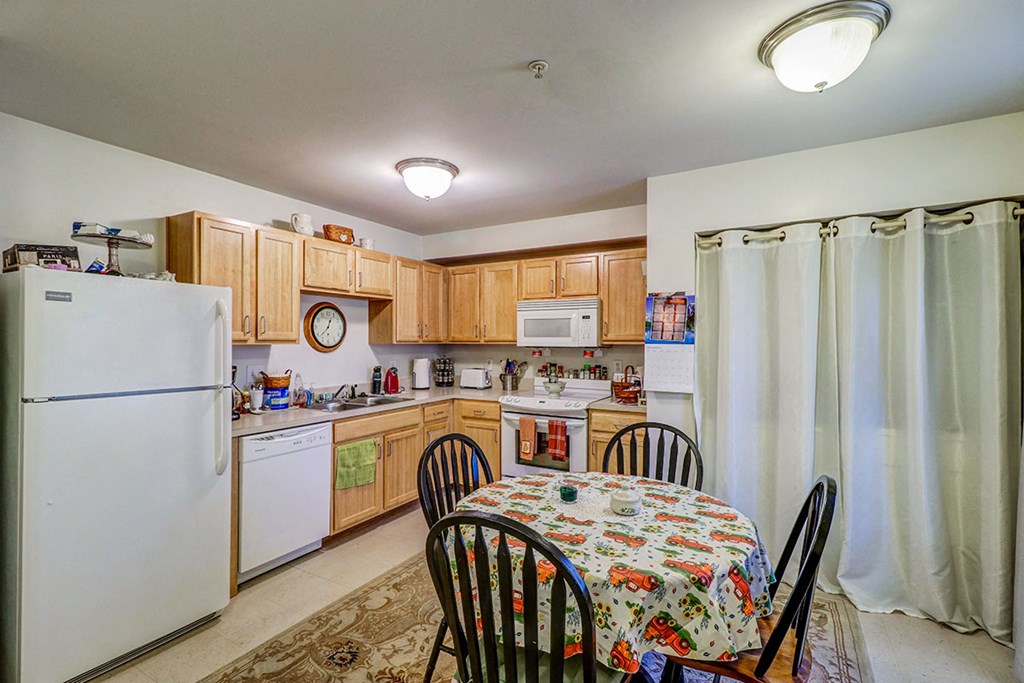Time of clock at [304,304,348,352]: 12:37
